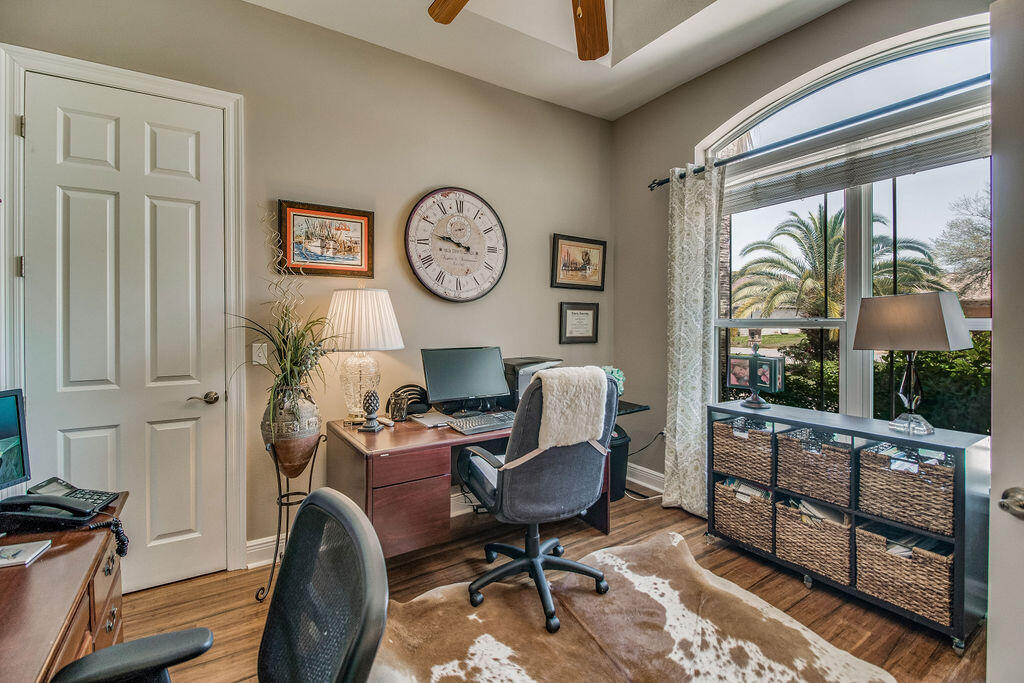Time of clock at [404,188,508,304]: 9:47
